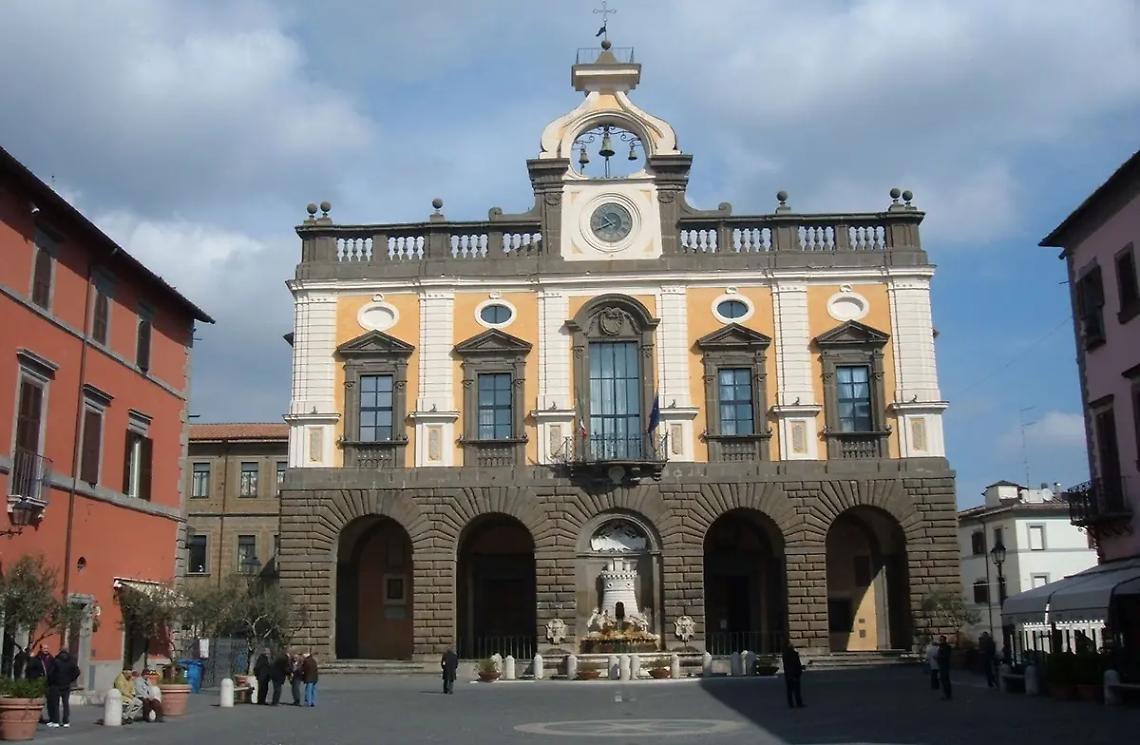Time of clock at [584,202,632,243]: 10:40
